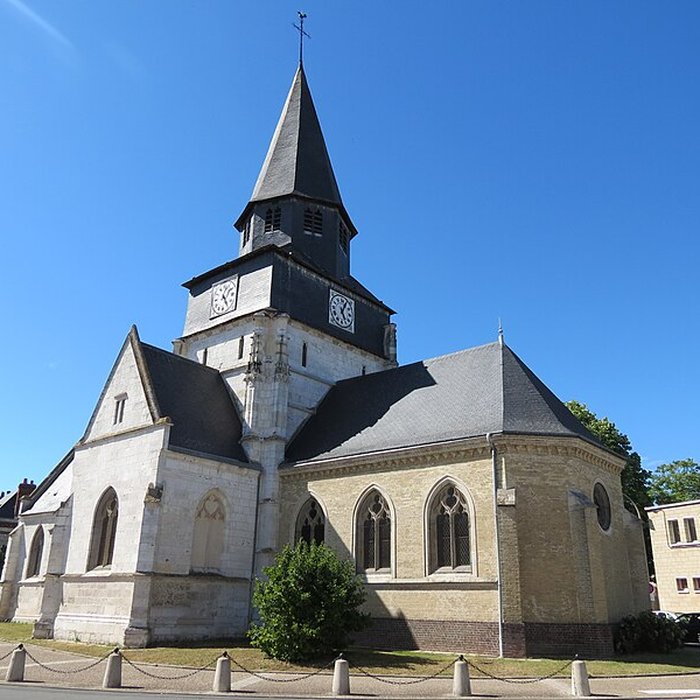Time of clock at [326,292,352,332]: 5:04
